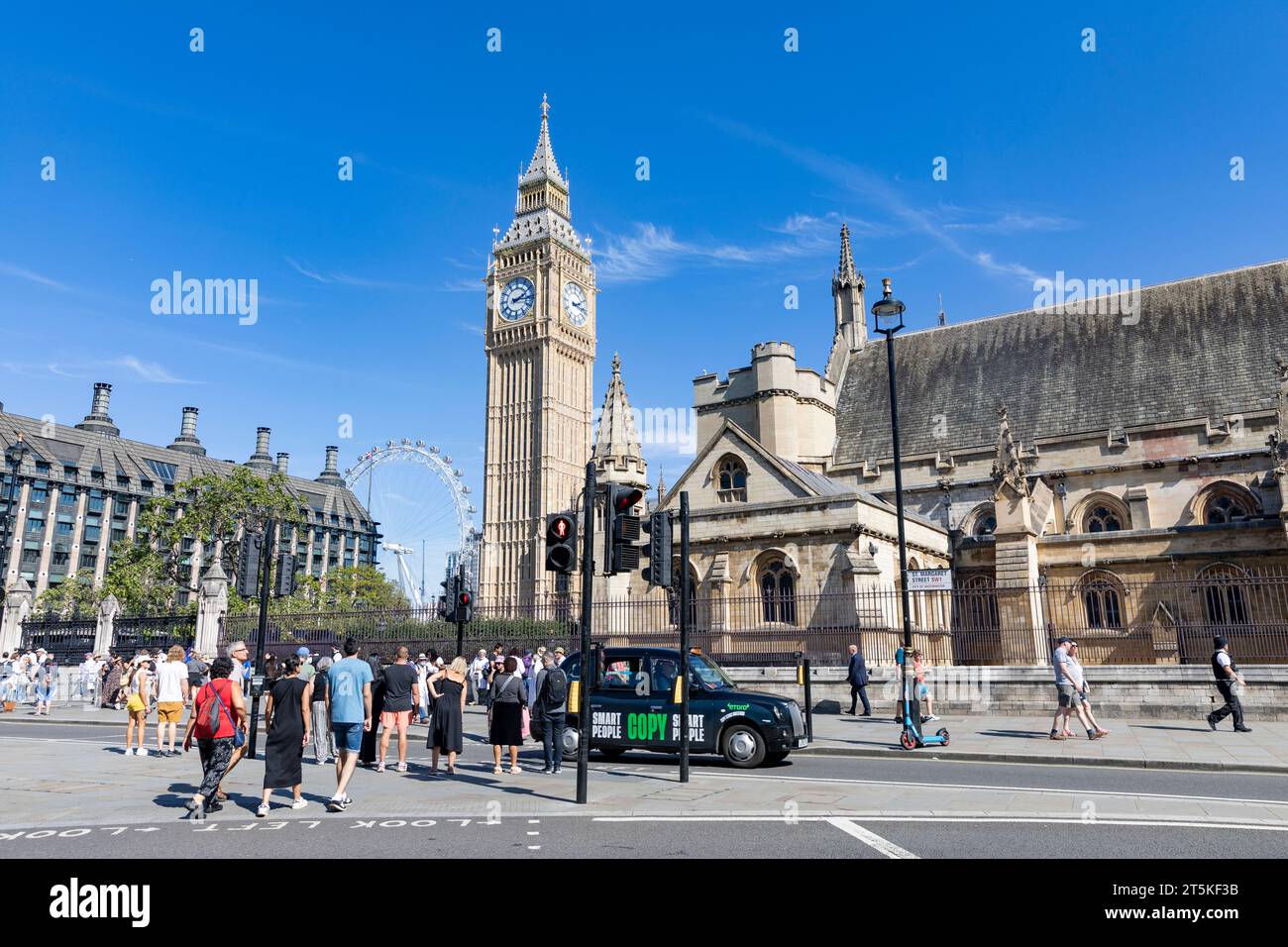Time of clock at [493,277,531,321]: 2:15
